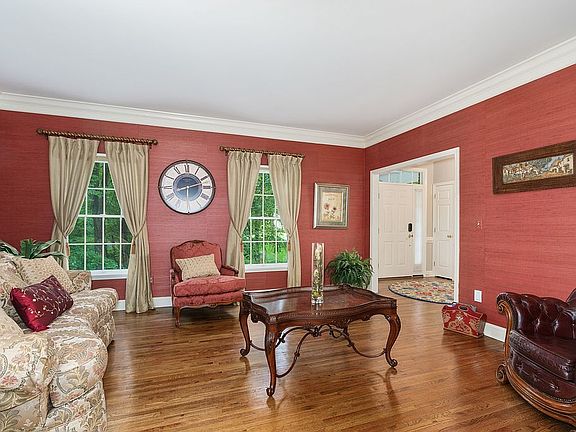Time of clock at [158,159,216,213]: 2:29
